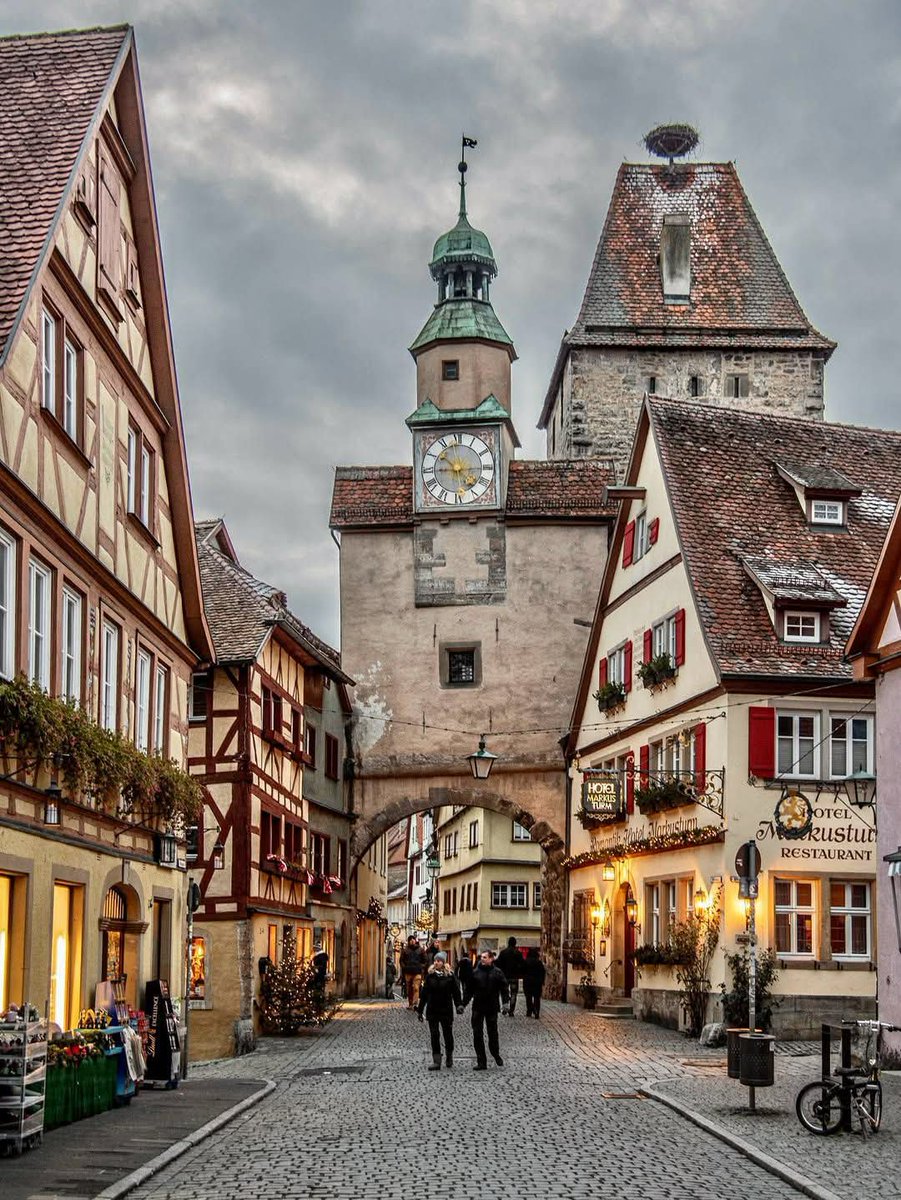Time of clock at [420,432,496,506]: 9:14
